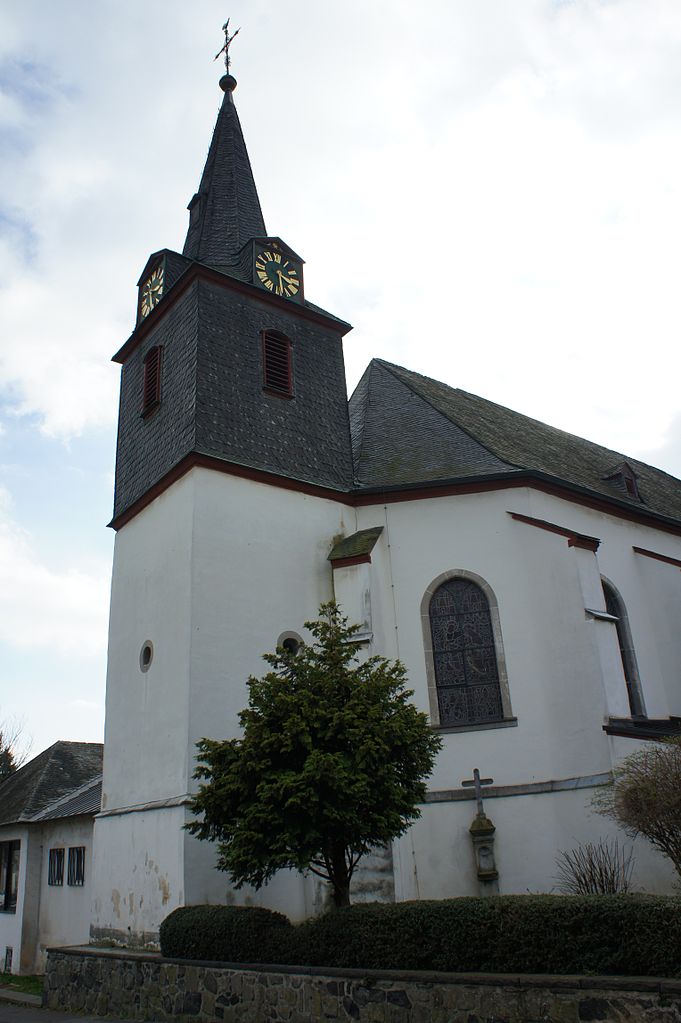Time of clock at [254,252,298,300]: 3:28
